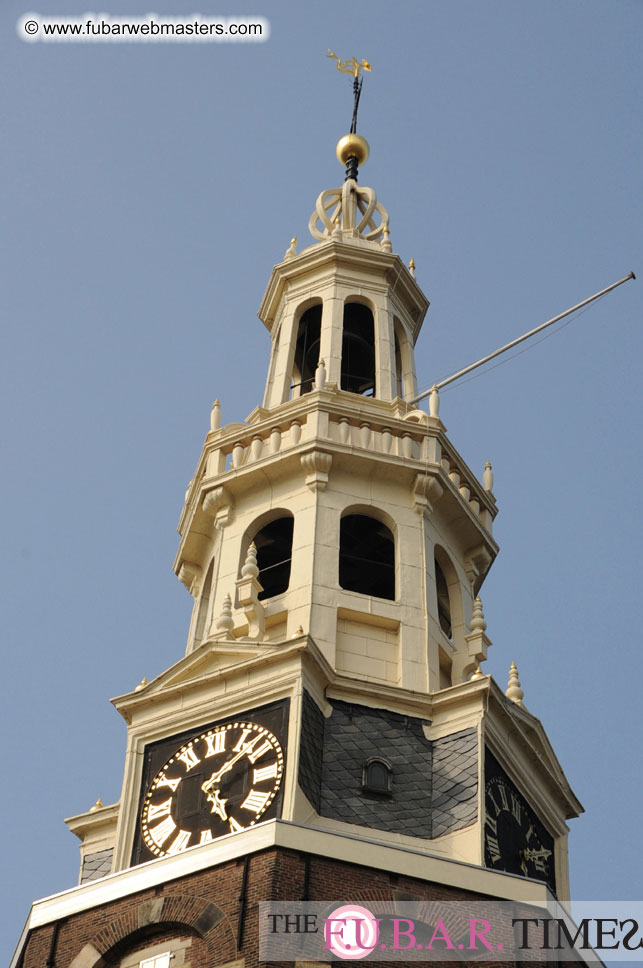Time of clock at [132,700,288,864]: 5:08
